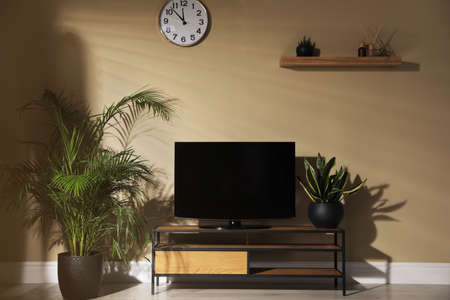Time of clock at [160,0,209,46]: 11:52
